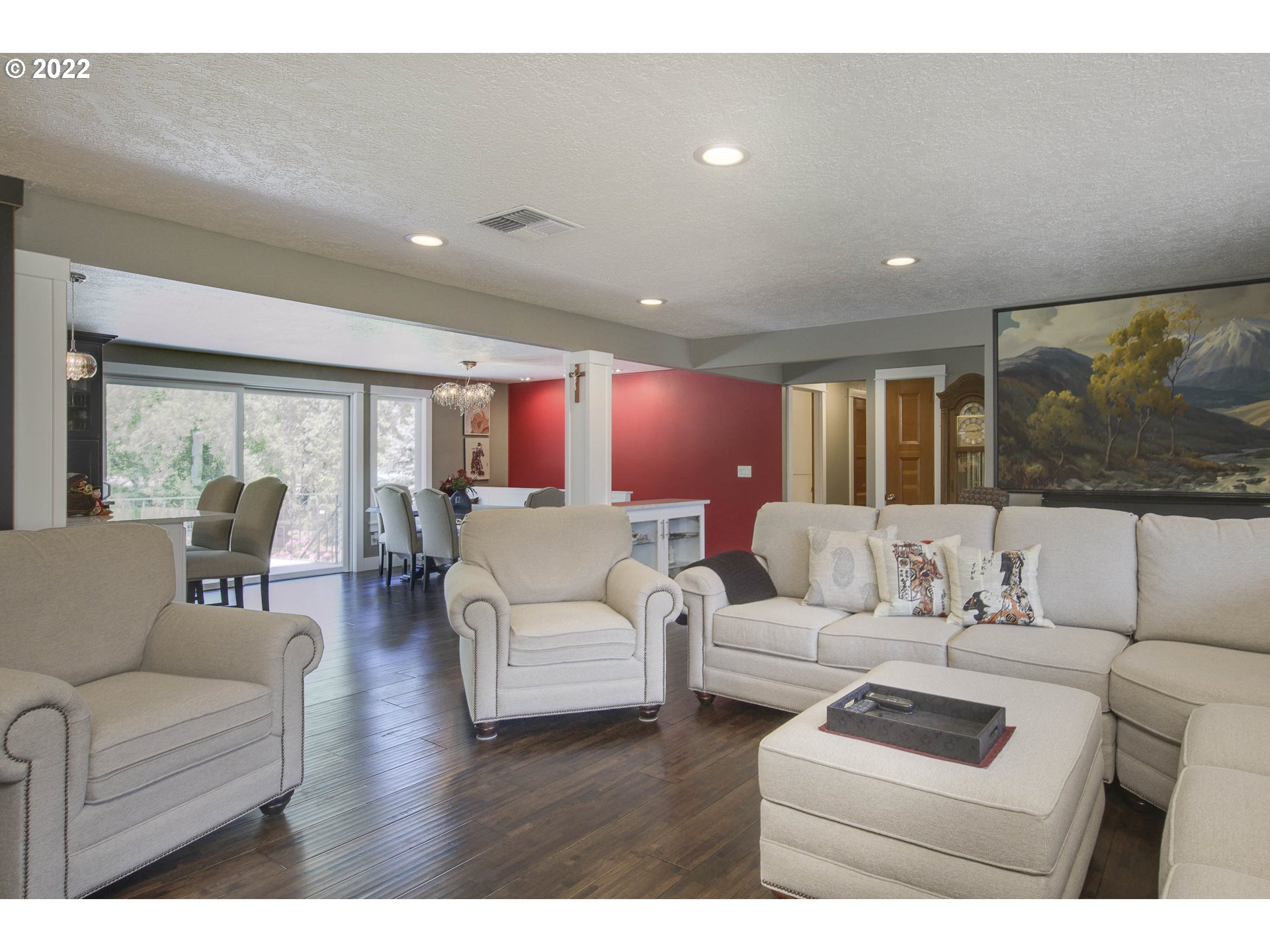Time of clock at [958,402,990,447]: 2:45
